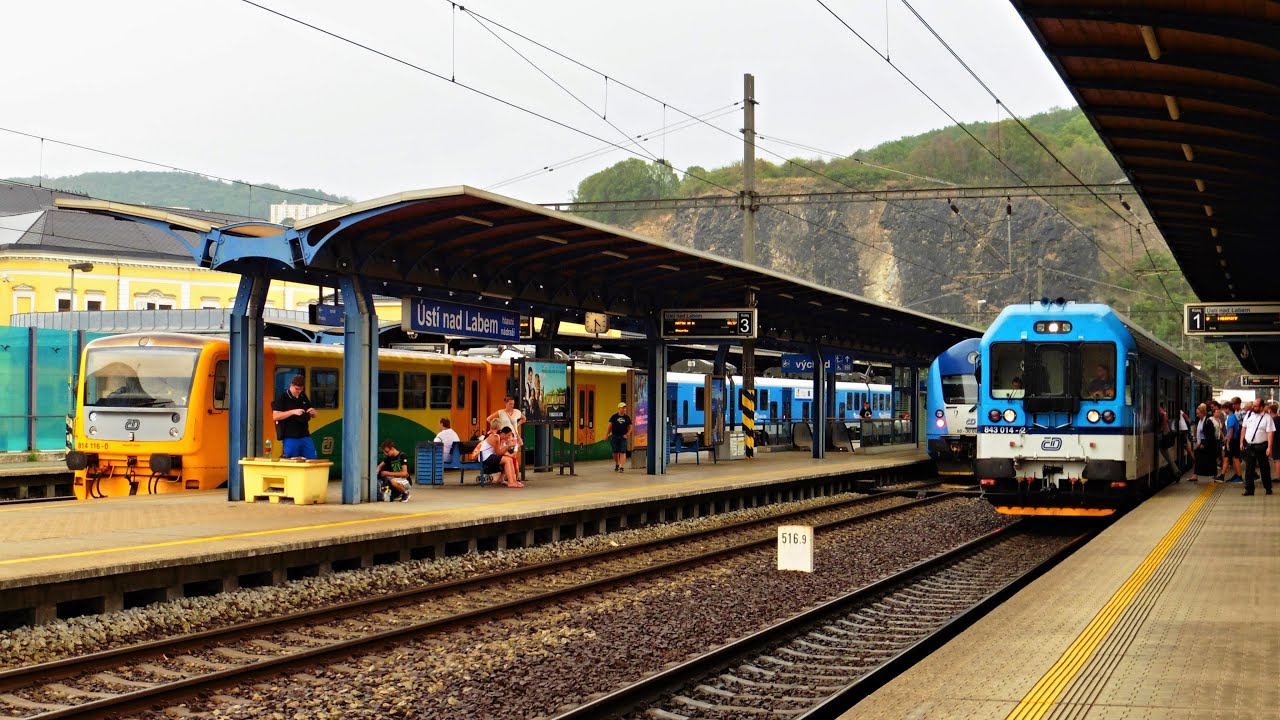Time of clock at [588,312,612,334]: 4:30
